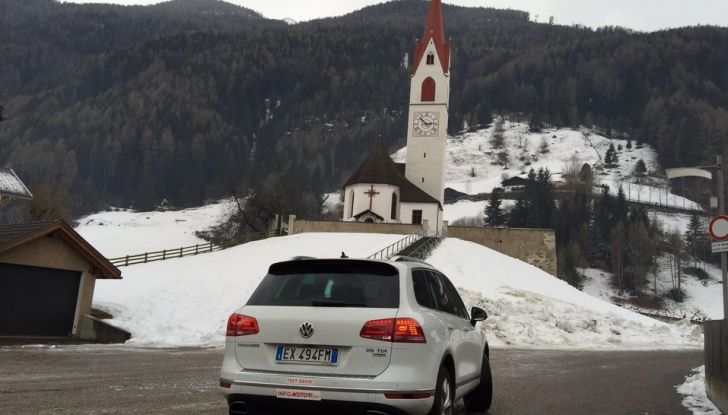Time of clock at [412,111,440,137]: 2:52
